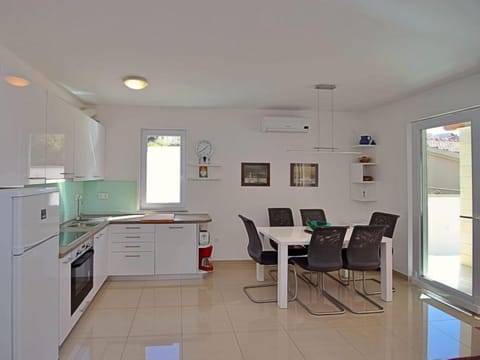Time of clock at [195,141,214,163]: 1:39
